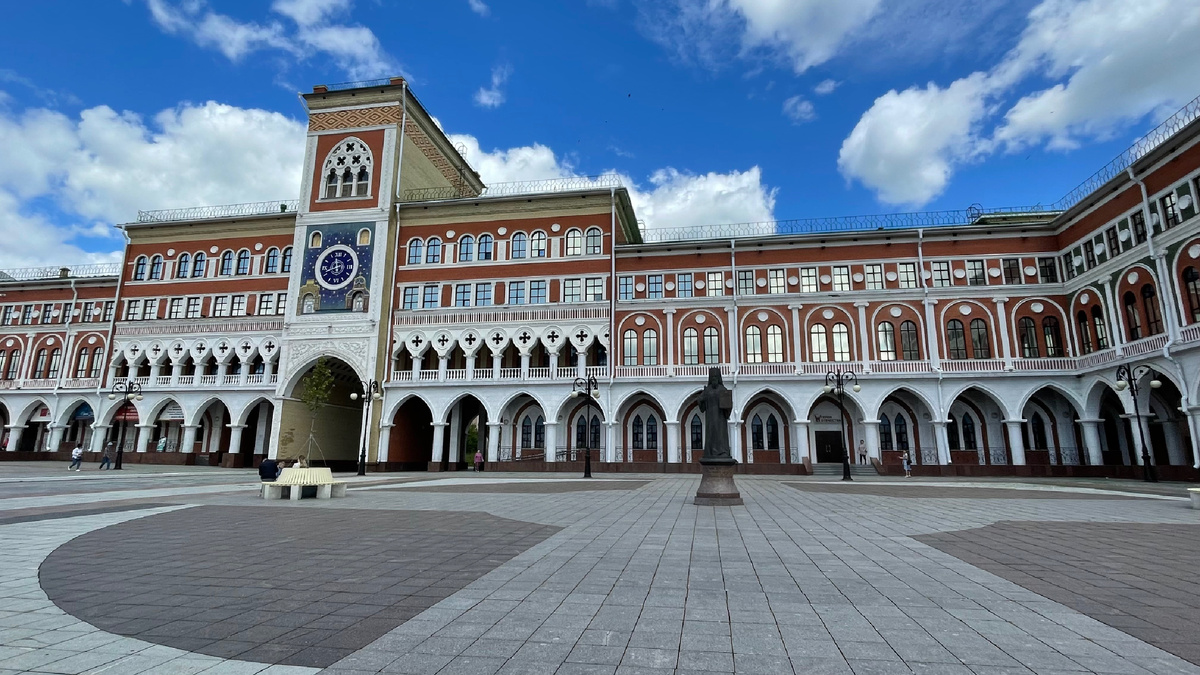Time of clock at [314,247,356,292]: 11:41
